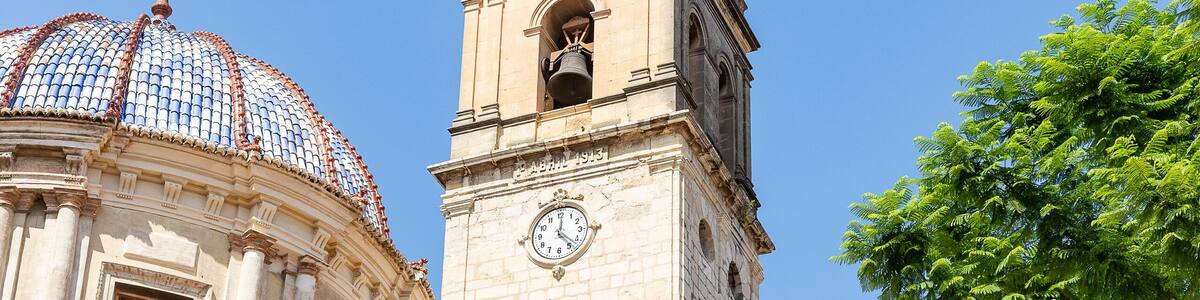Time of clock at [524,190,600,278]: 12:22
